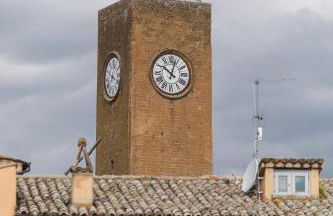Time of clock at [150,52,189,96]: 10:03
